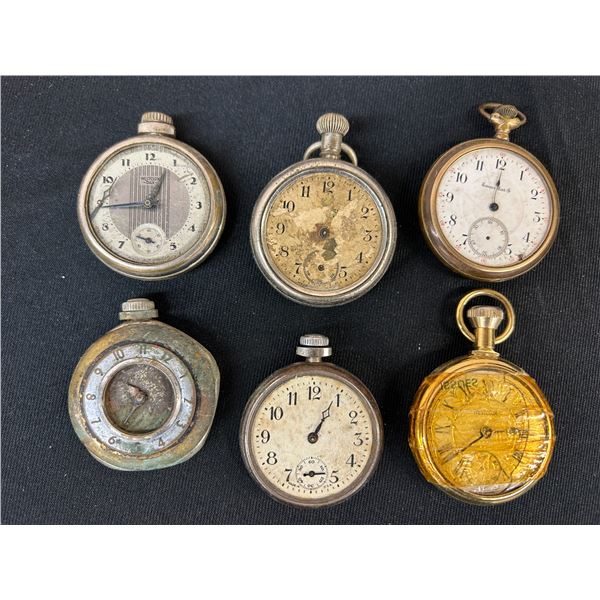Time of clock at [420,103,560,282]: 12:00
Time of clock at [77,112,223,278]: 12:44
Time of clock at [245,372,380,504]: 1:04
